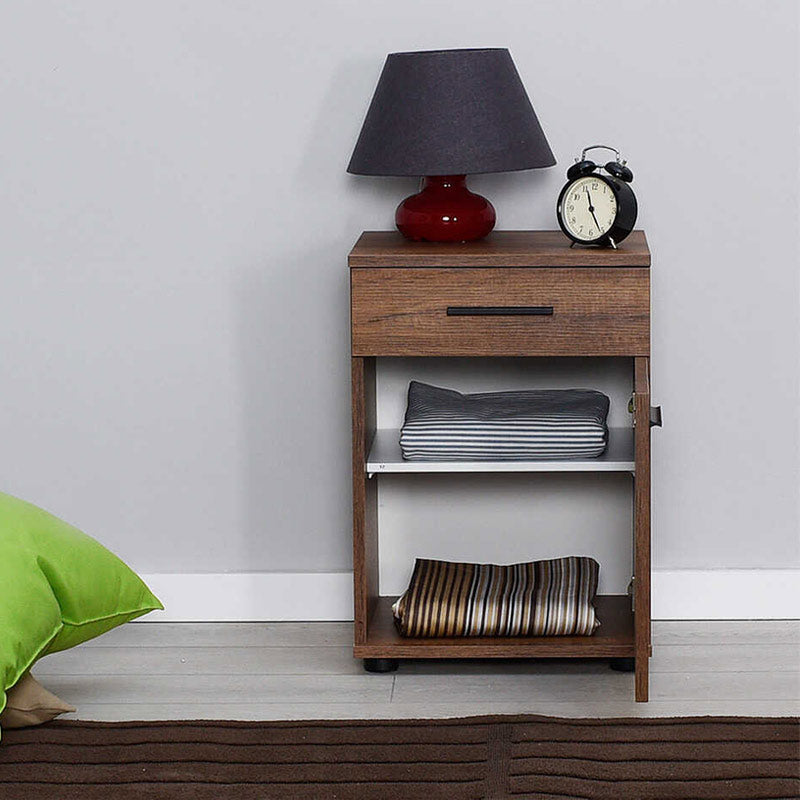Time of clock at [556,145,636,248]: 11:25
